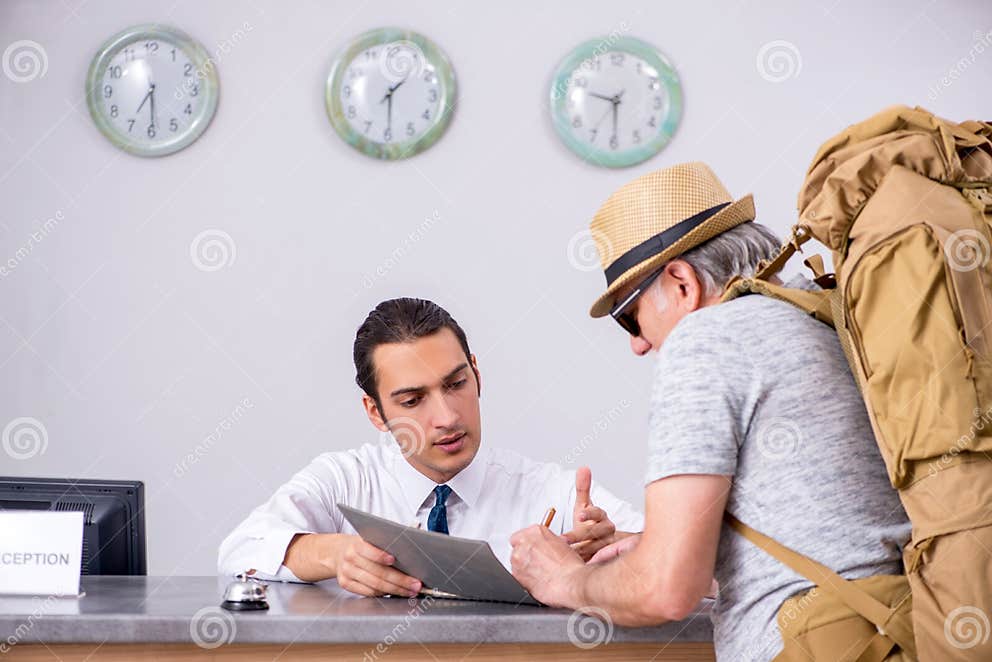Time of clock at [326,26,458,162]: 1:29
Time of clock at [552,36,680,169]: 9:29
